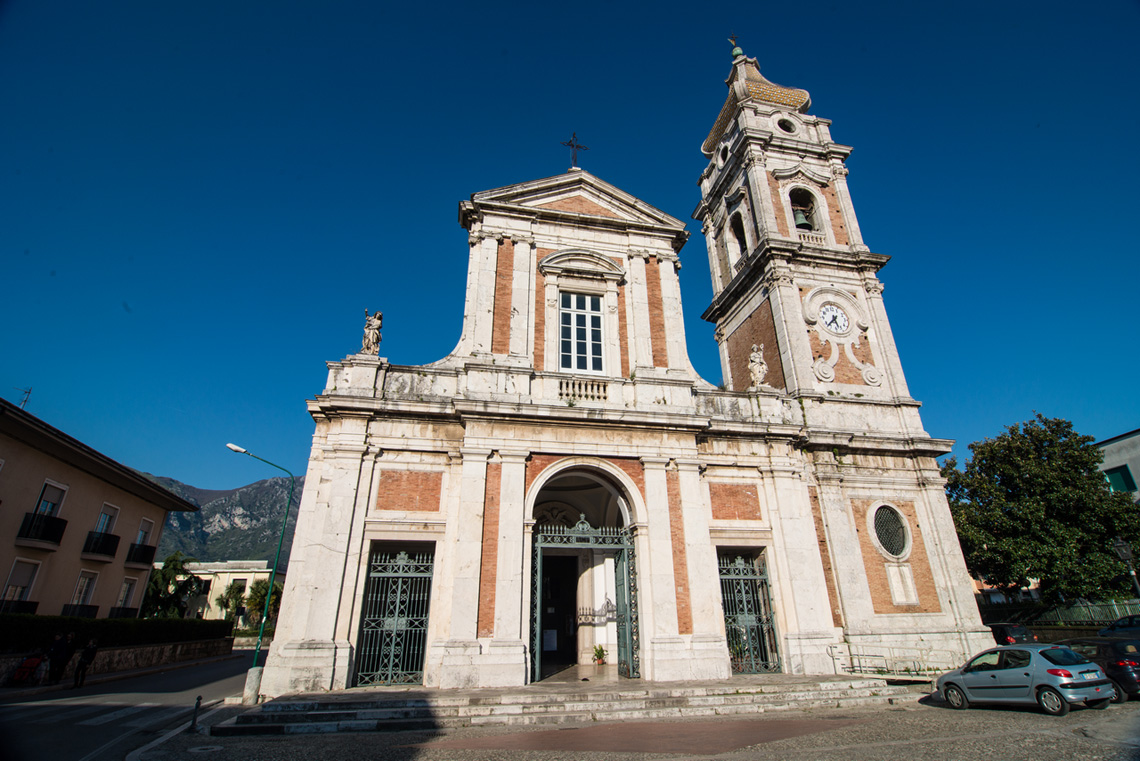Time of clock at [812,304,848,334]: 5:37
